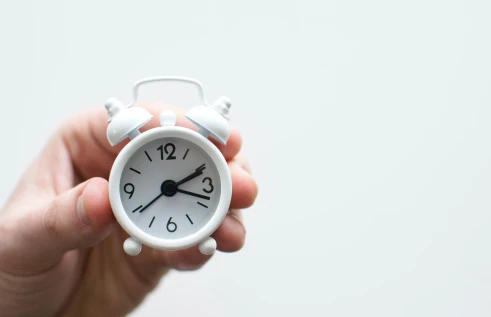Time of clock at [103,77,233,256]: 2:18
